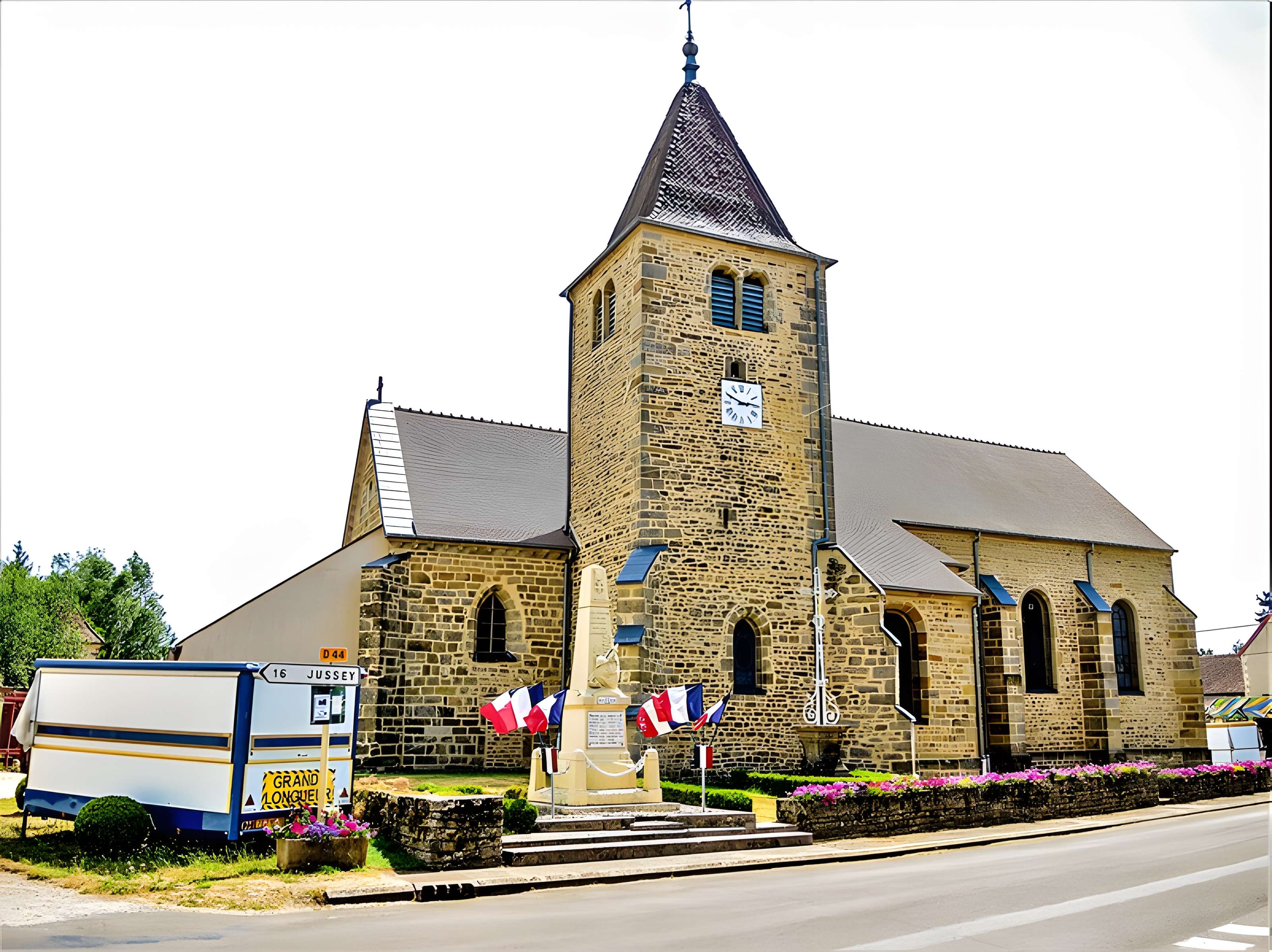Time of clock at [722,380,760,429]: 2:49
